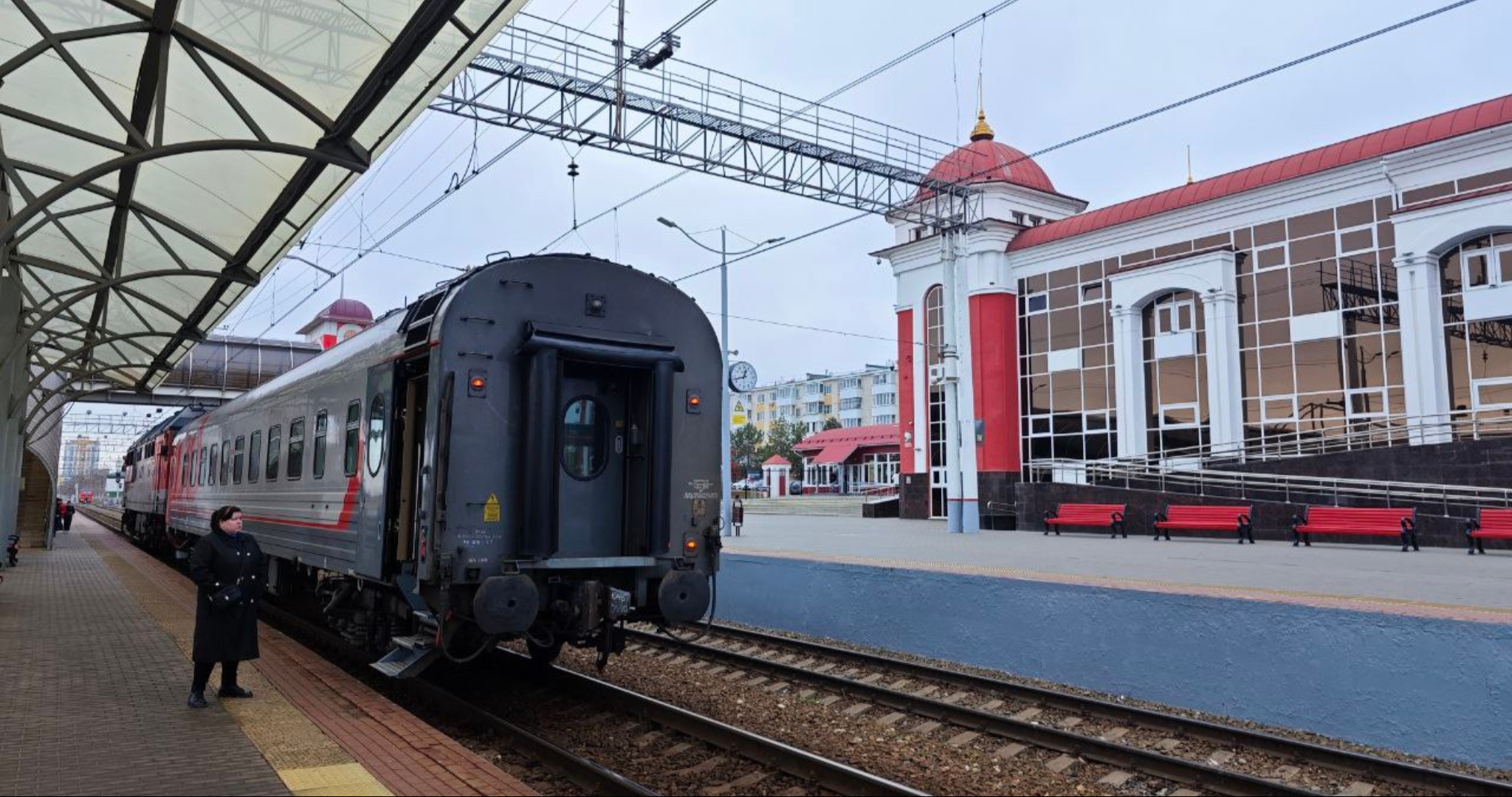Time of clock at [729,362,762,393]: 12:42
